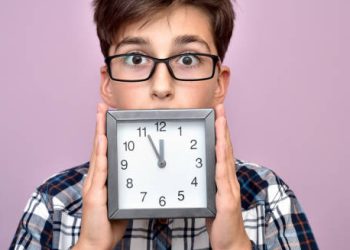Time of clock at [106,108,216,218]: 11:55
